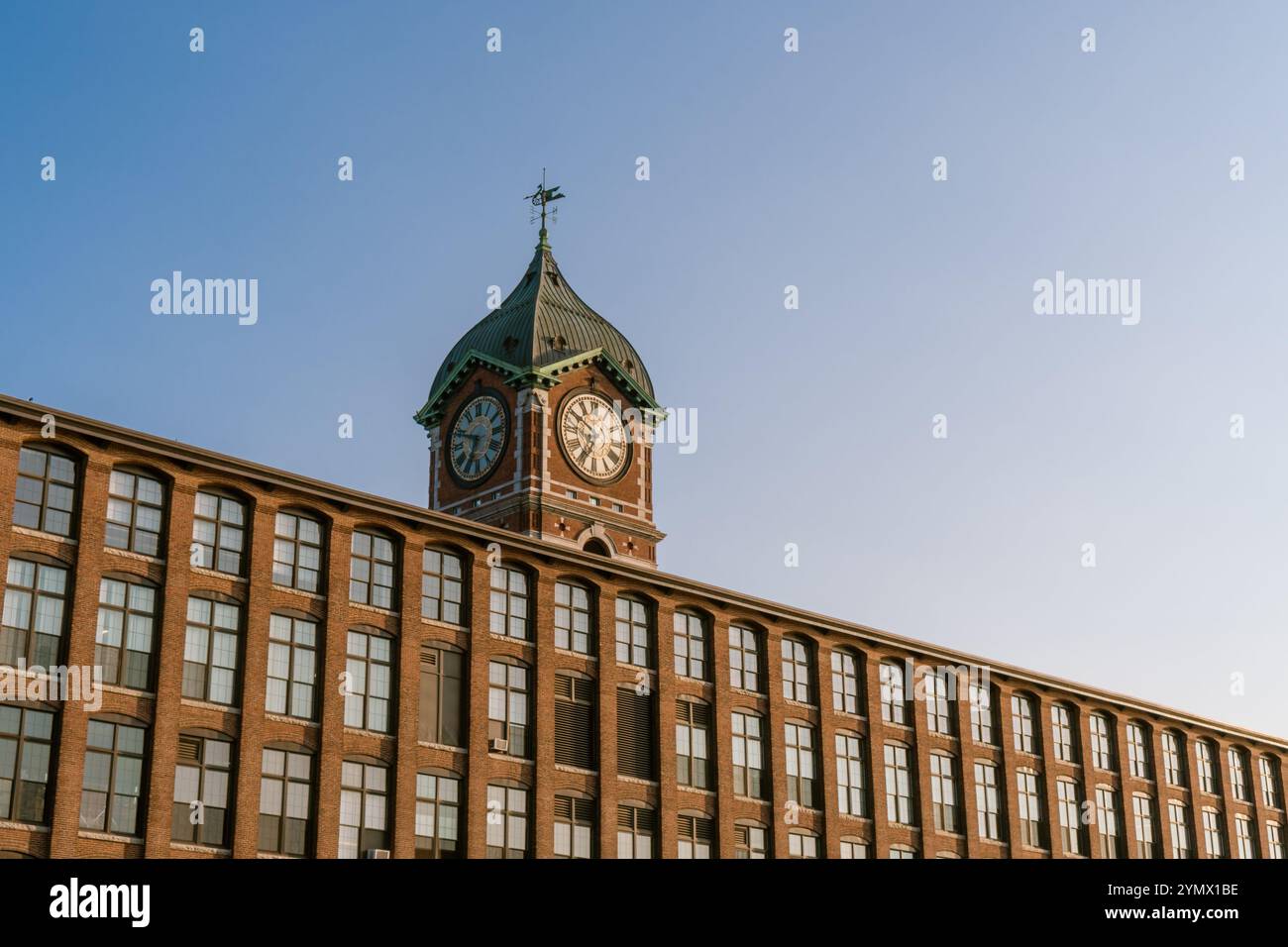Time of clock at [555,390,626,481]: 6:50
